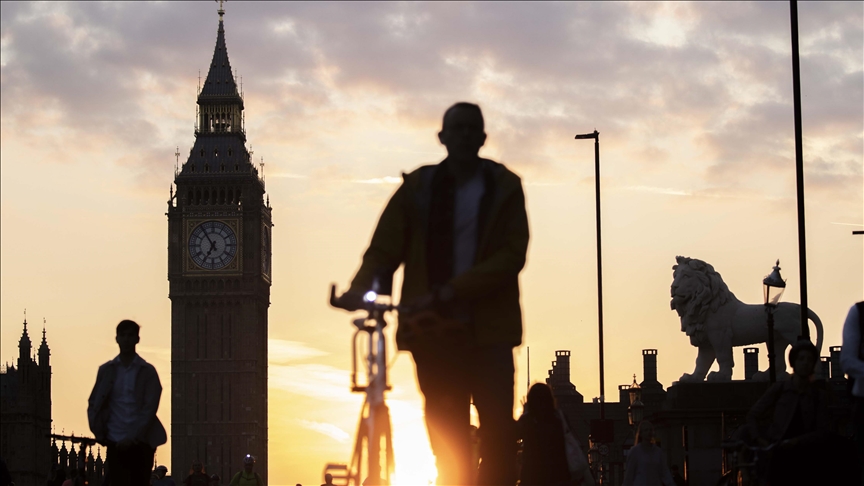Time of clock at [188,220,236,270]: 6:54
